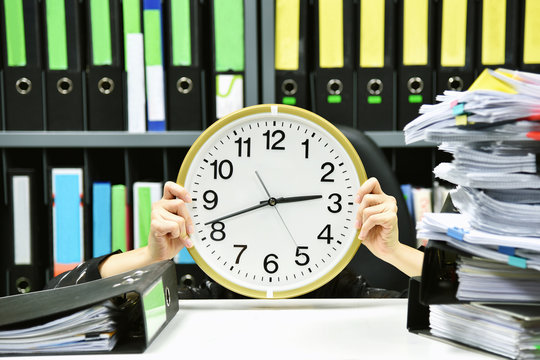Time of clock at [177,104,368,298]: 2:41
